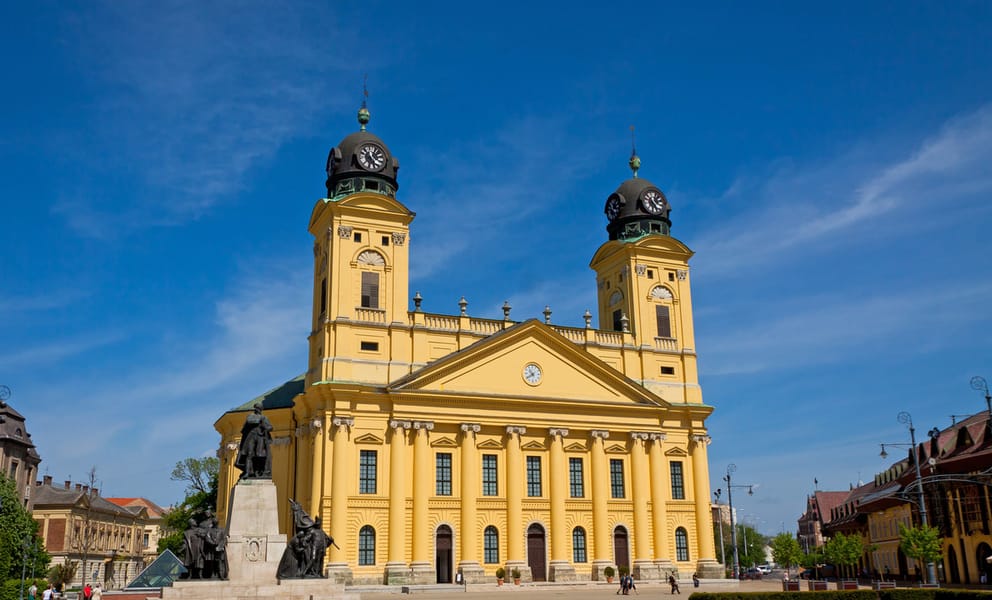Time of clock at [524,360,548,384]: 10:39
